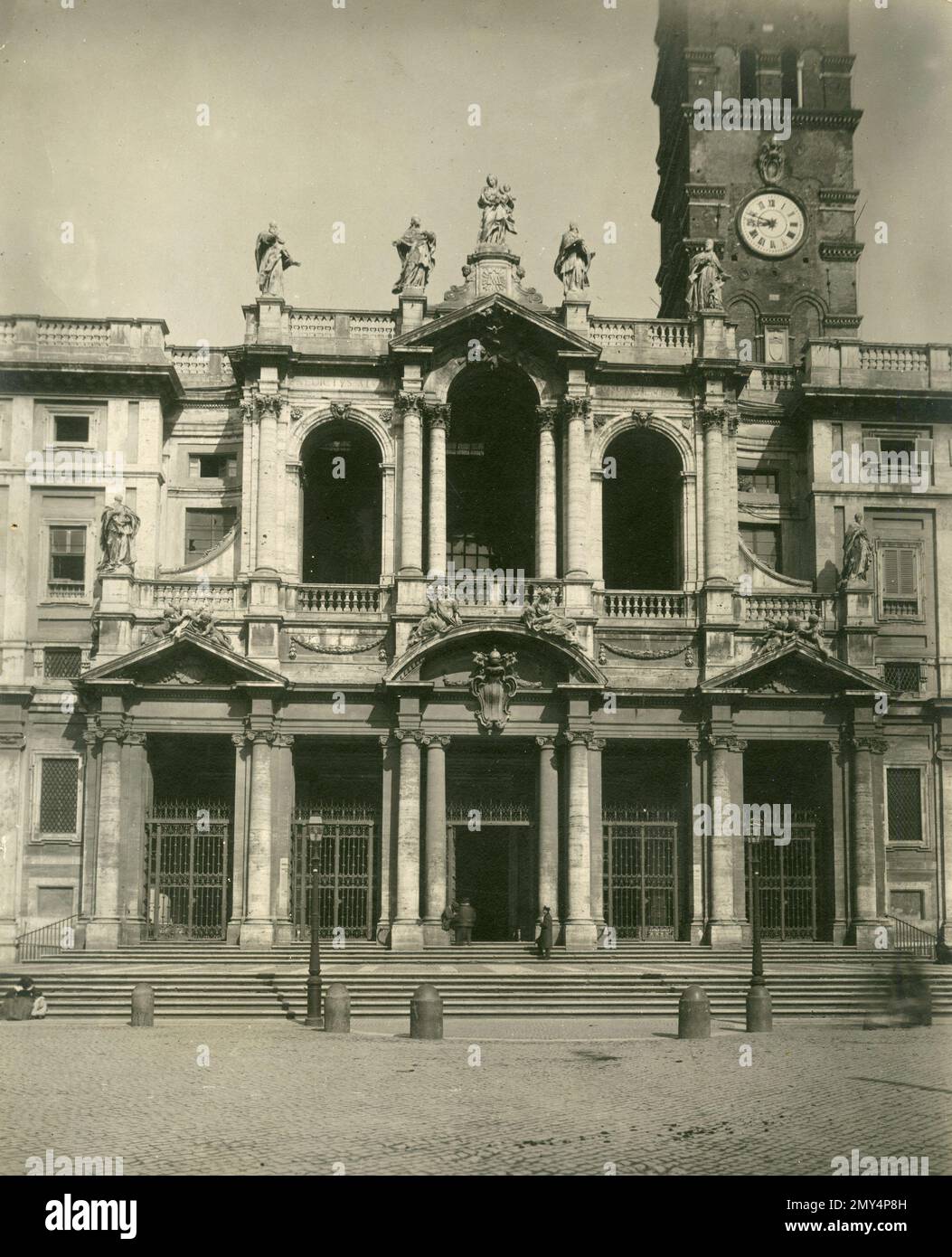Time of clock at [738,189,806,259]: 8:48
